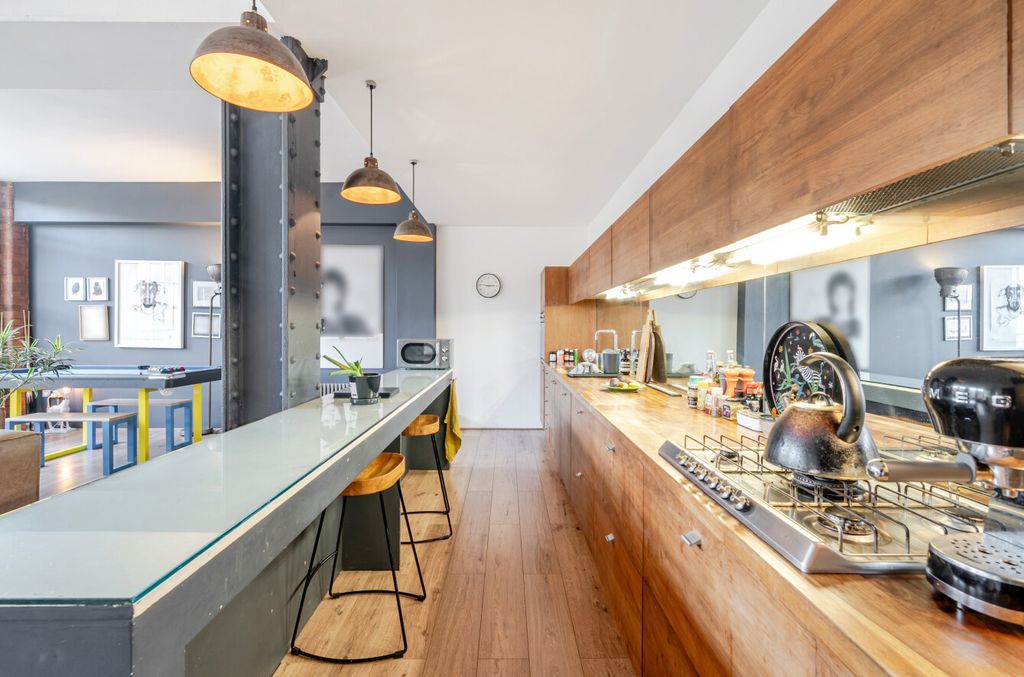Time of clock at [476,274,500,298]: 2:46
